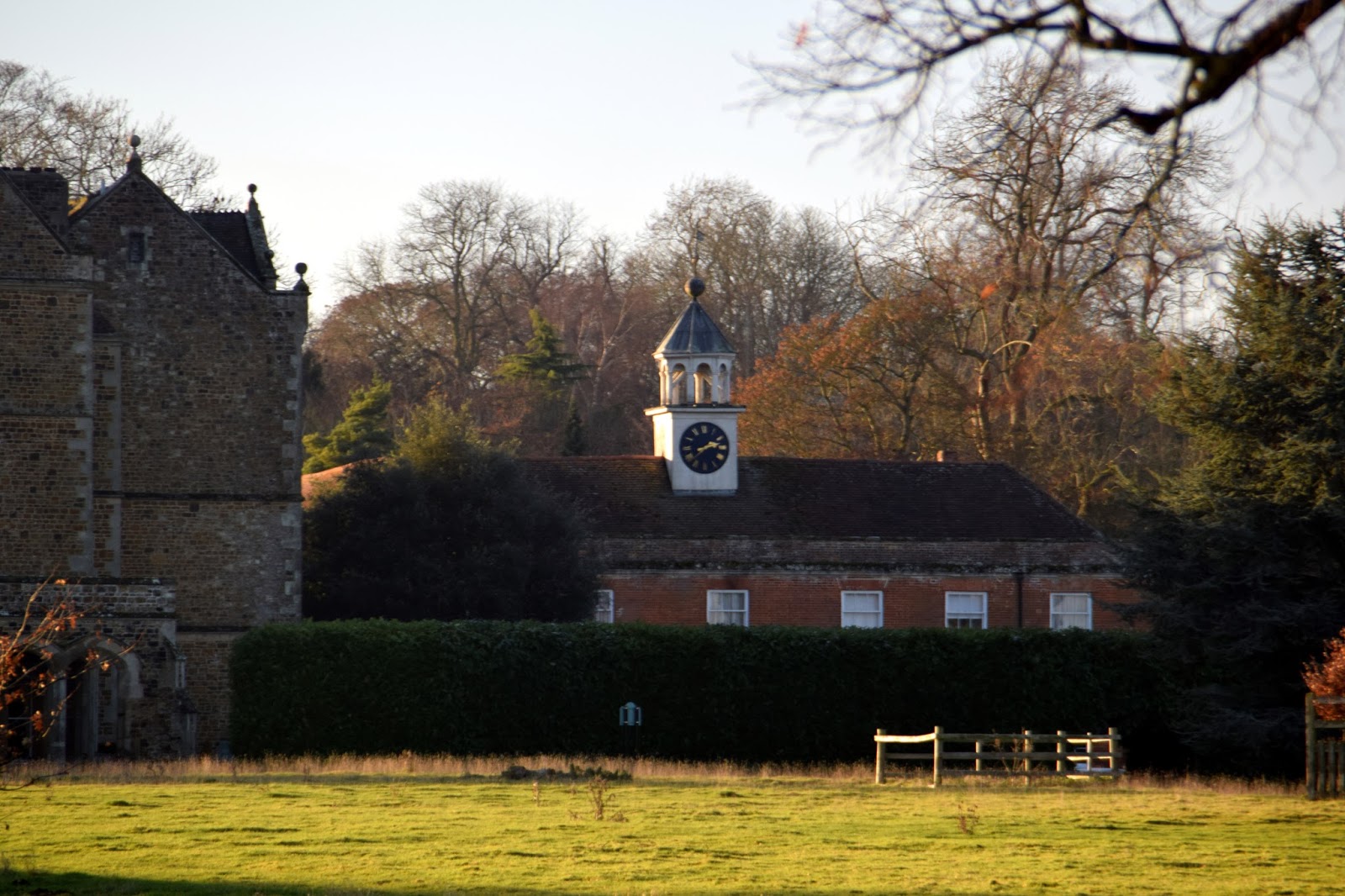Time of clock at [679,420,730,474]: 2:37
